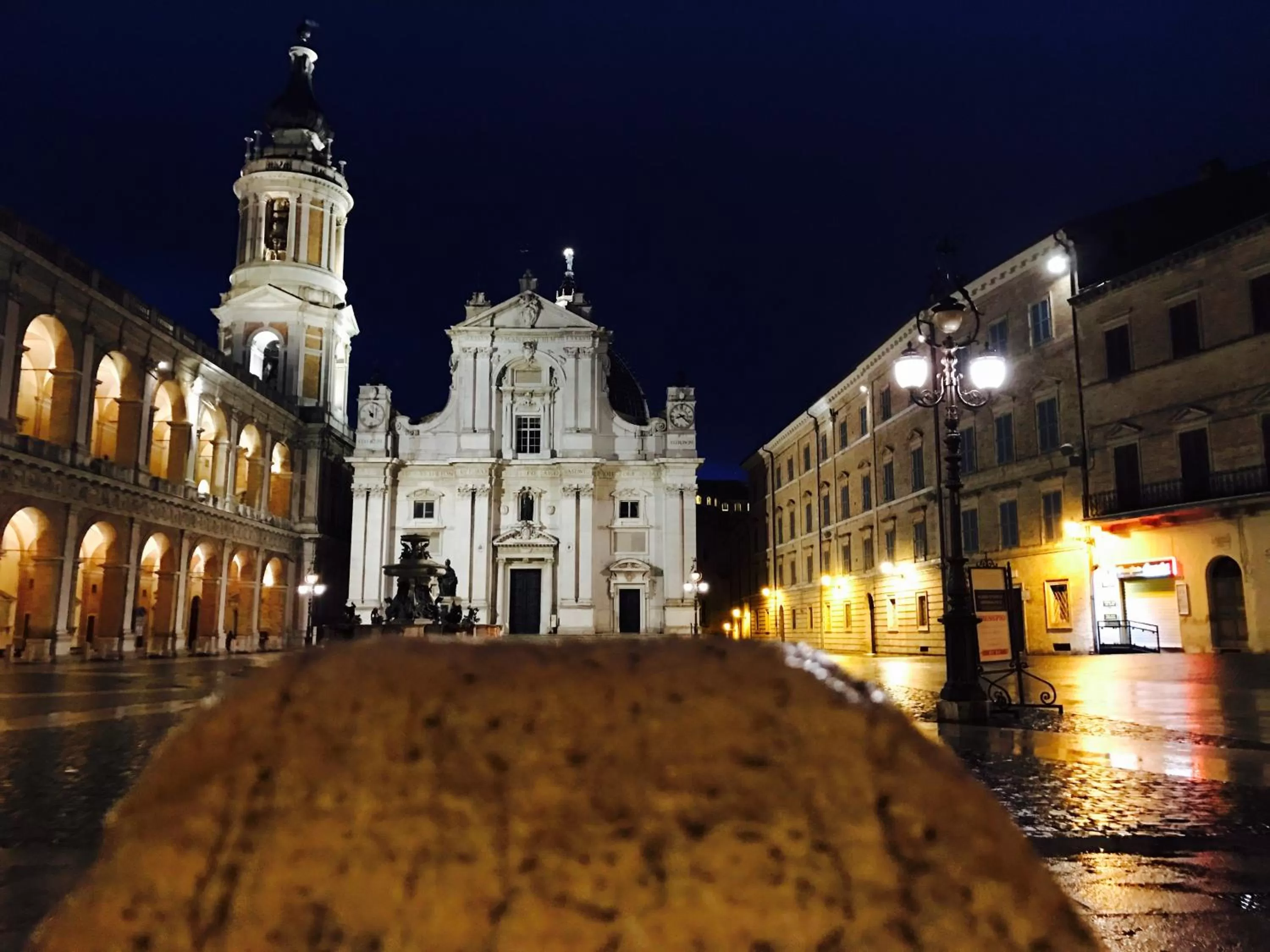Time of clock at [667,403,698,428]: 8:21
